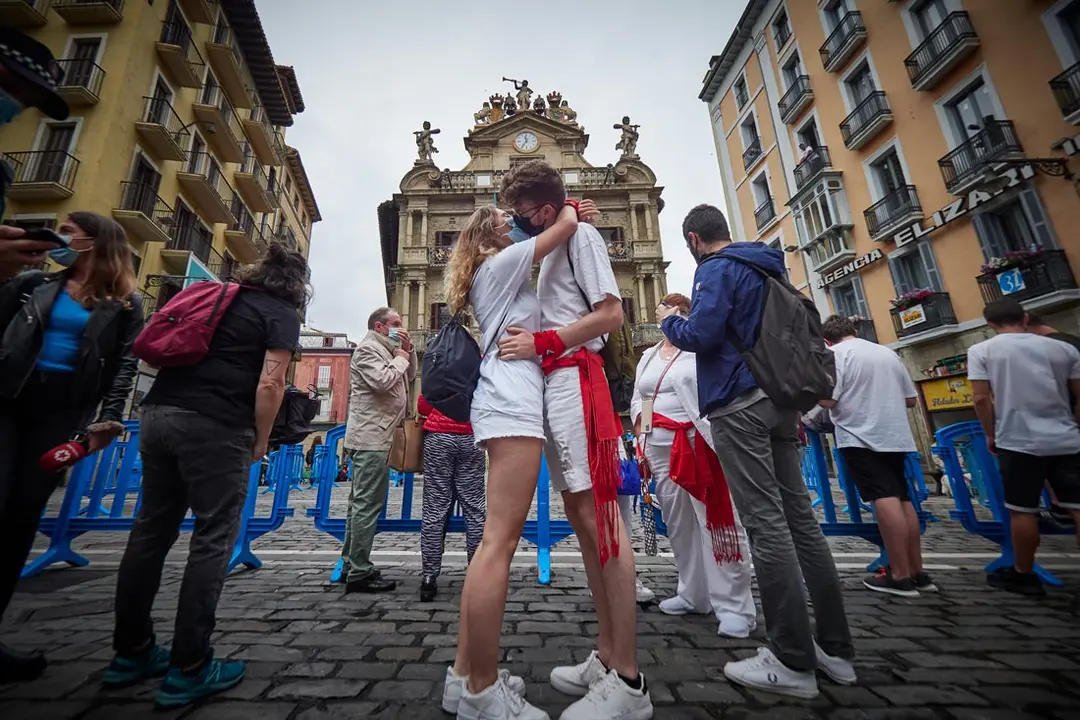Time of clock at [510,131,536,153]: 11:35
